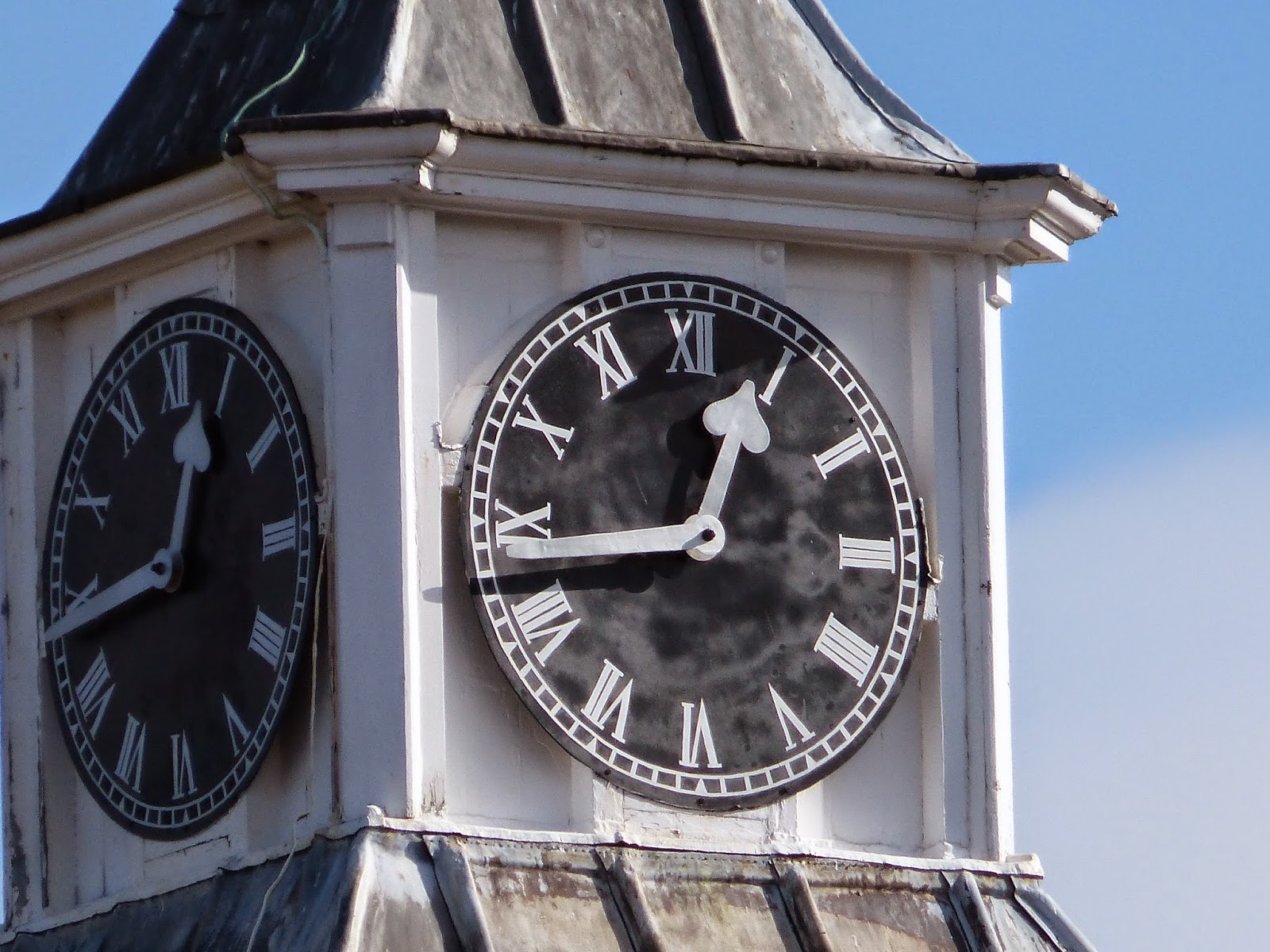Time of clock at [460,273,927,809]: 12:43
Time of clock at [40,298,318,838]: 12:43
